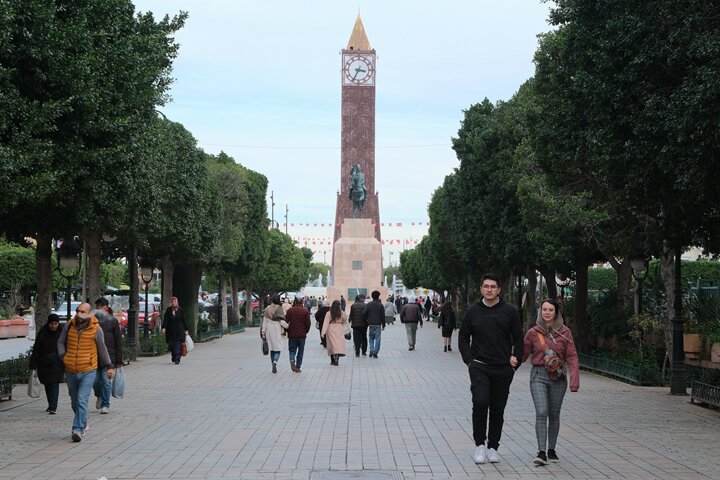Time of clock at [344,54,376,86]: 3:34
